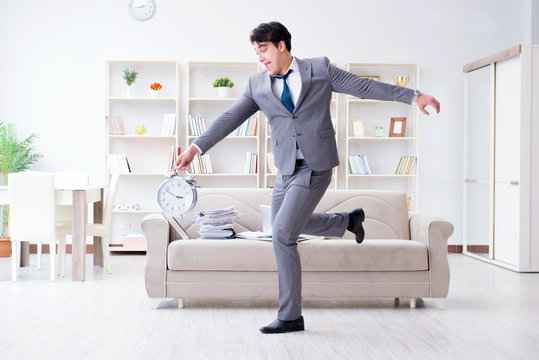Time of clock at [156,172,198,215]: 2:48
